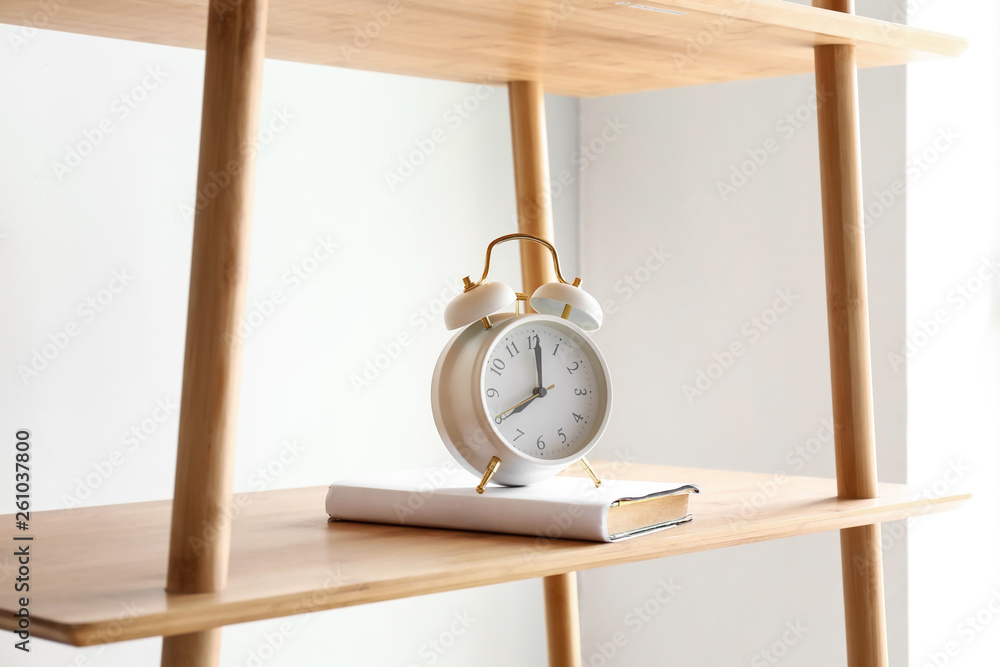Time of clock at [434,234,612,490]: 8:00
